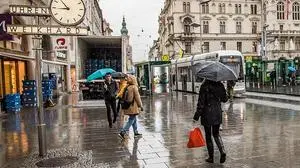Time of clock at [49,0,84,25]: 8:53
